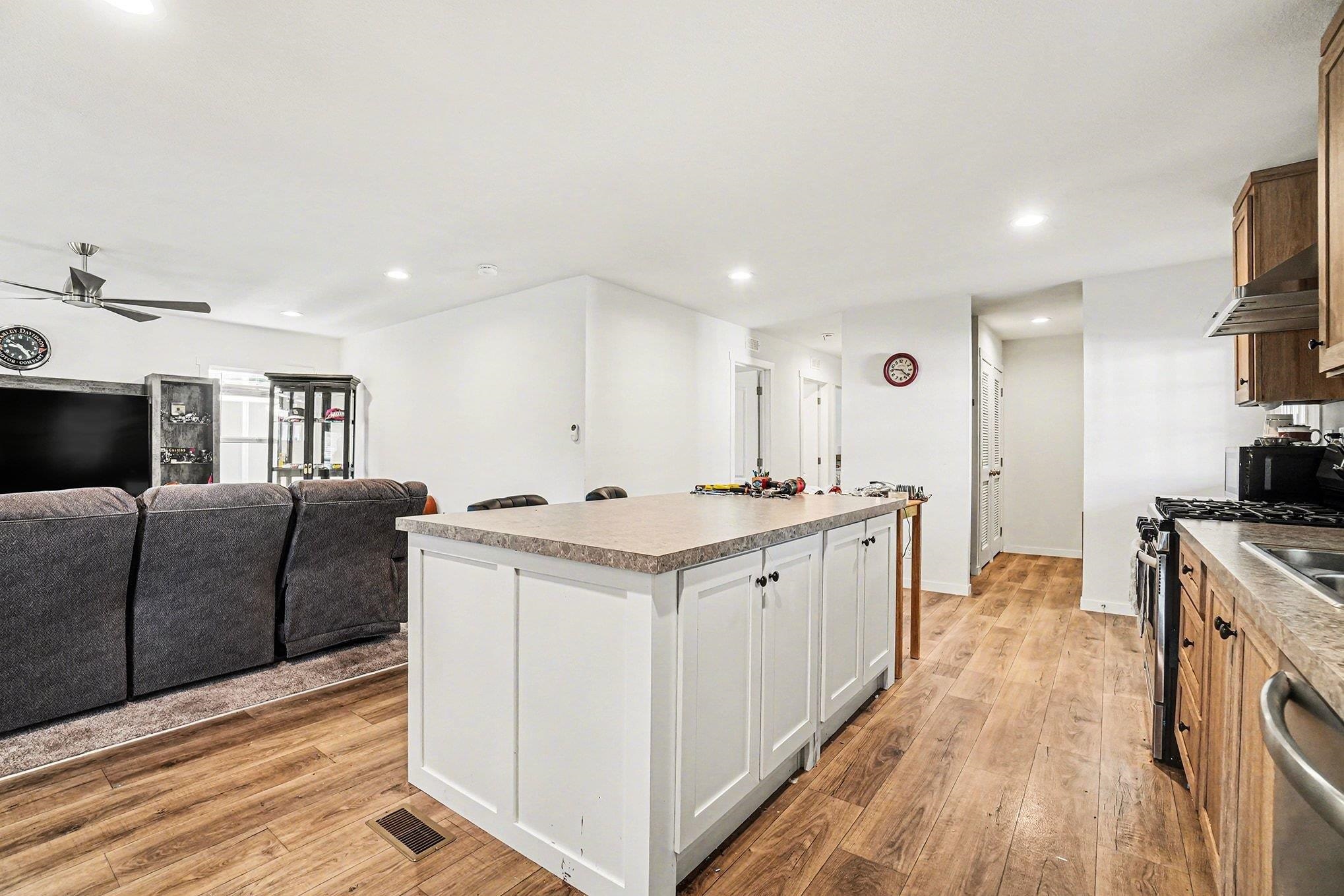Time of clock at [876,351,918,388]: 9:22
